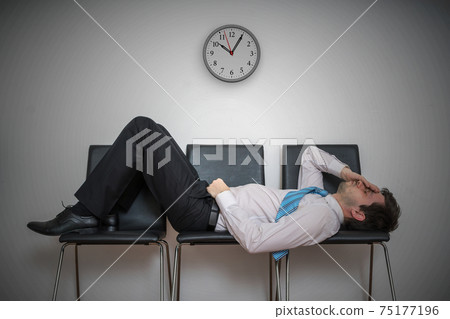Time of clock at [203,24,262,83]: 10:05
